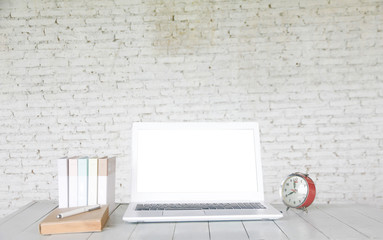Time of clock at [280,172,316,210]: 11:40
